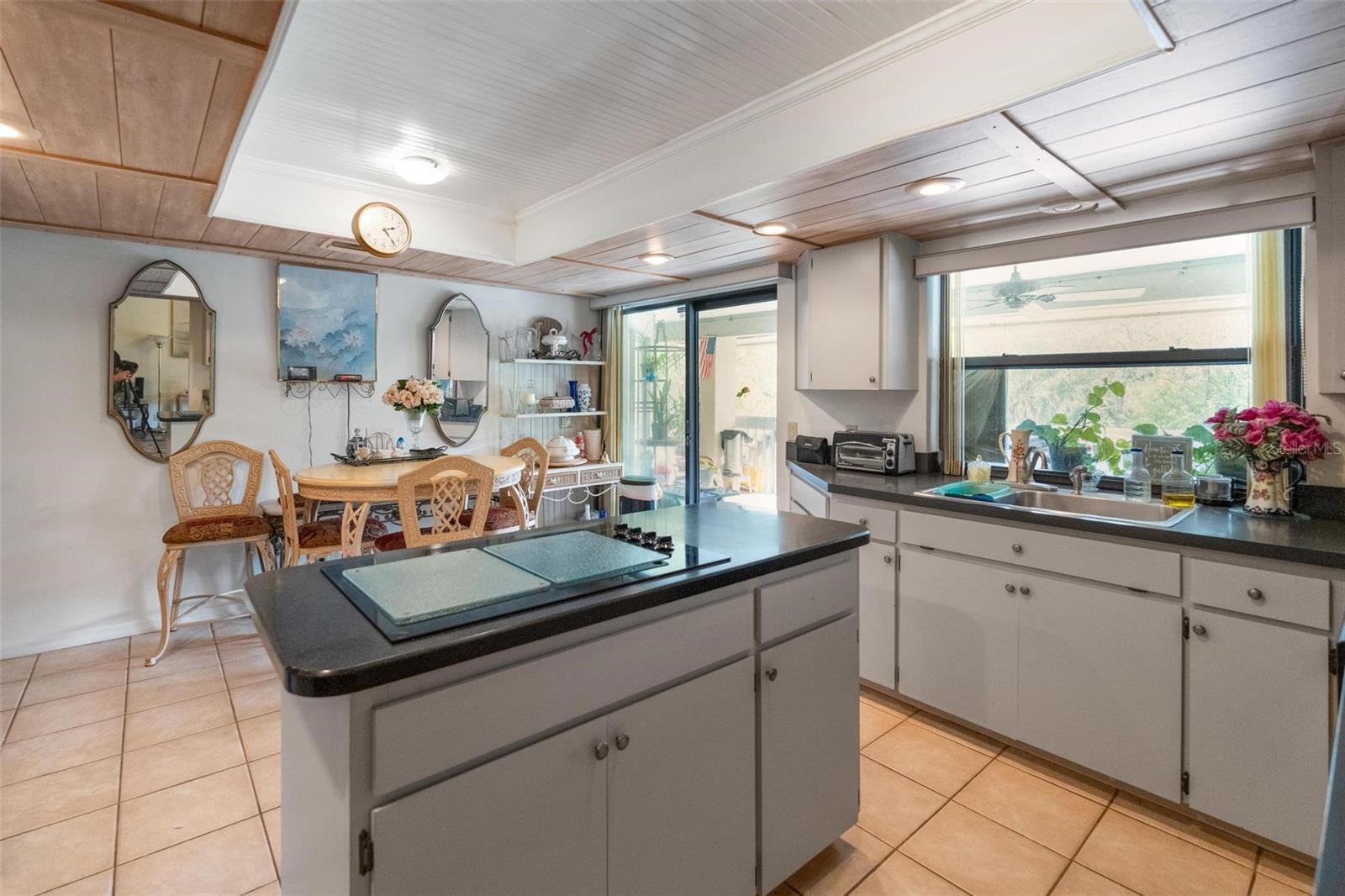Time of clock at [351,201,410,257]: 2:23
